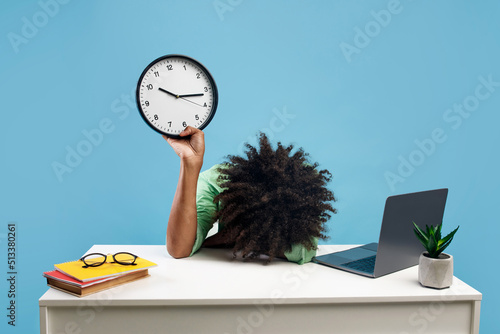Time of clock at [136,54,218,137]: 10:16
